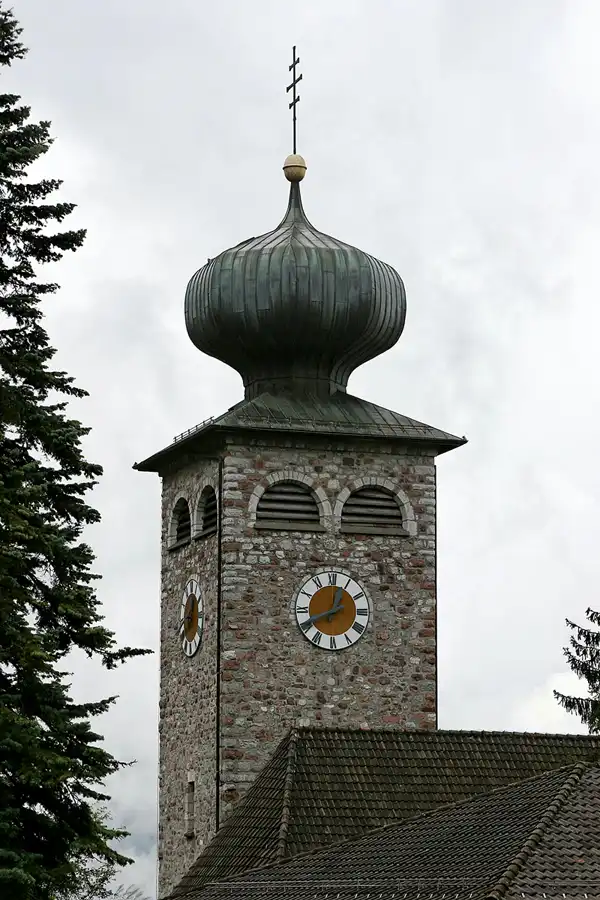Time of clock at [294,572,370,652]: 12:41
